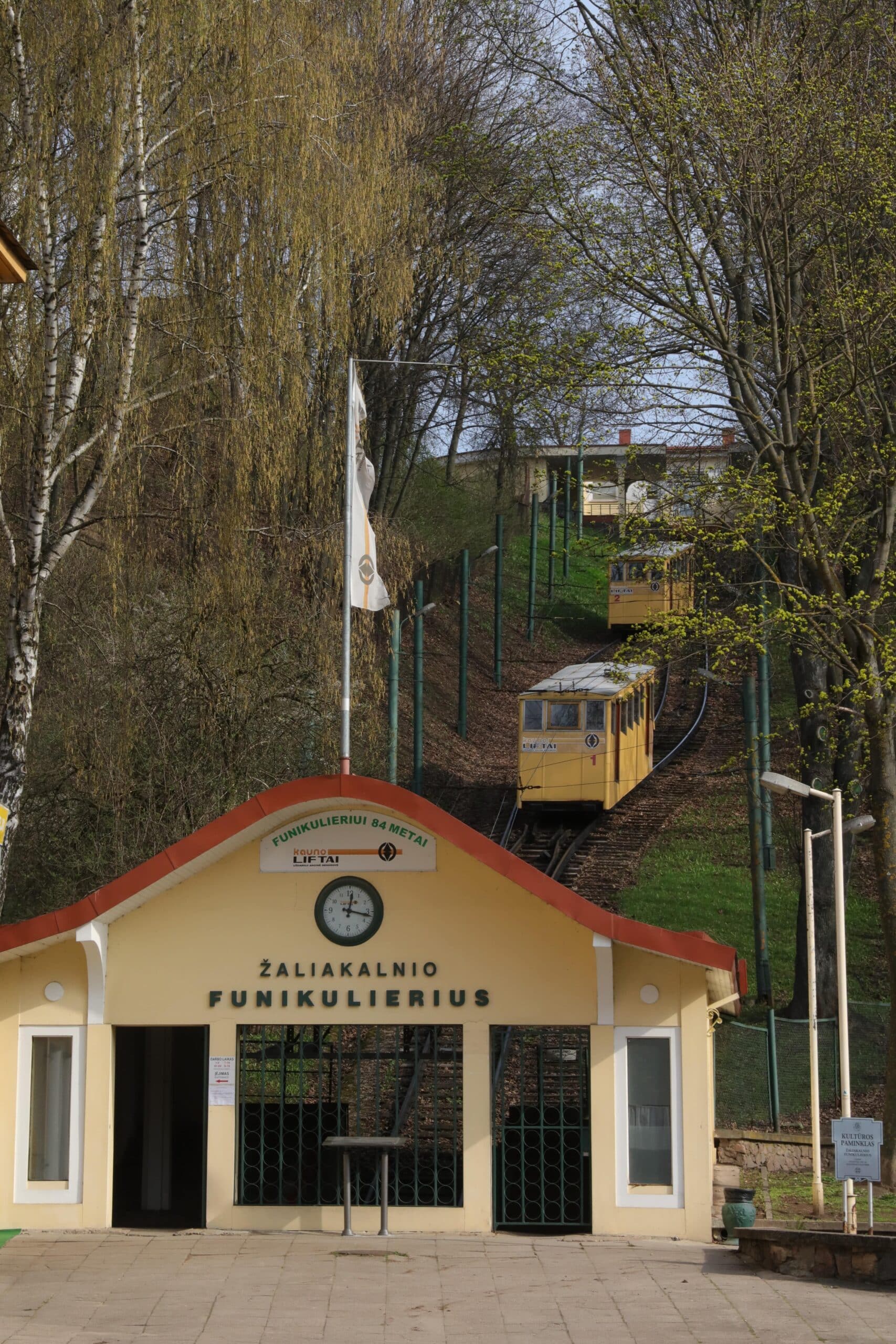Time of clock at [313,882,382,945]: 12:16
